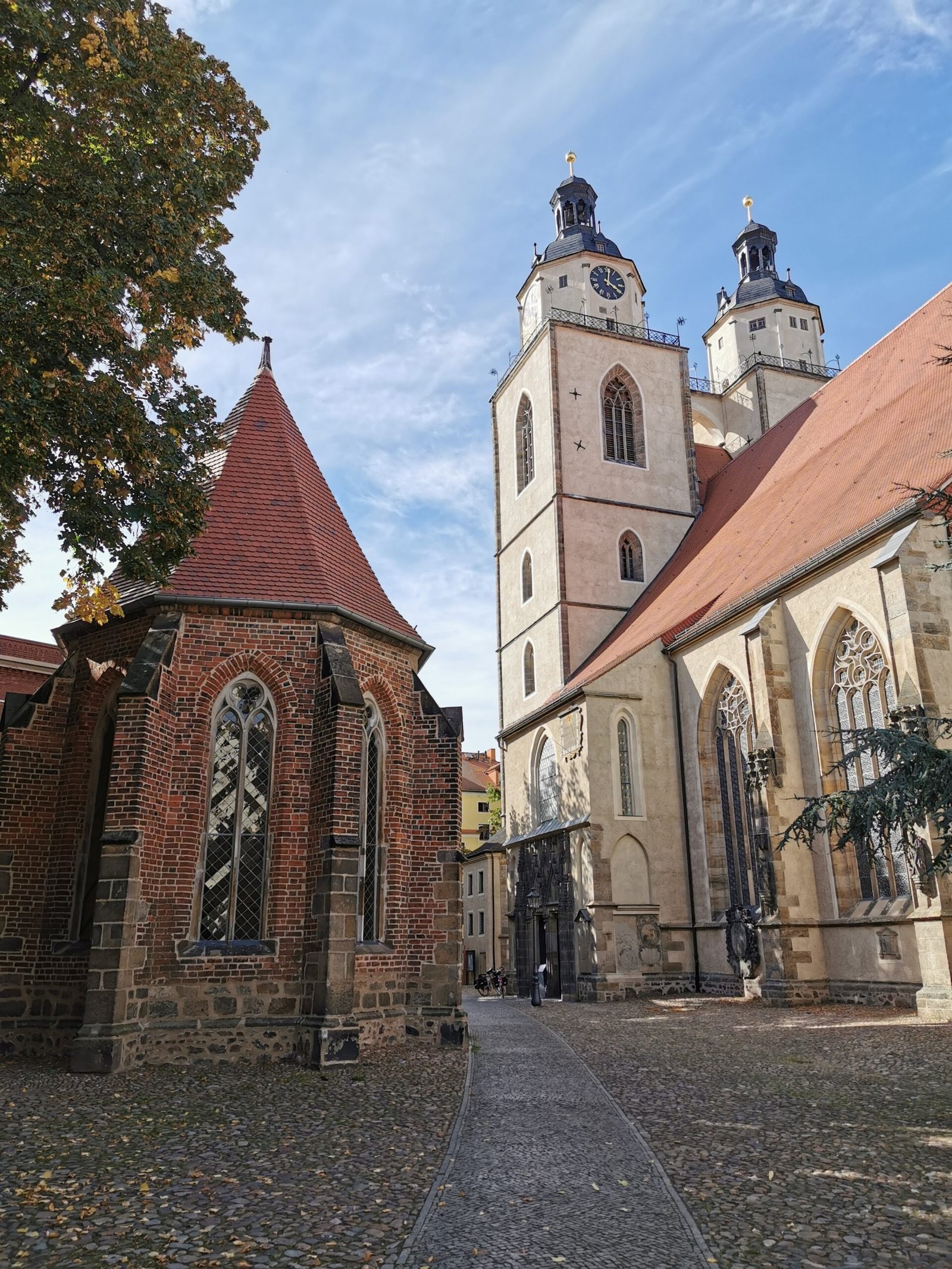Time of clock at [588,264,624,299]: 4:01
